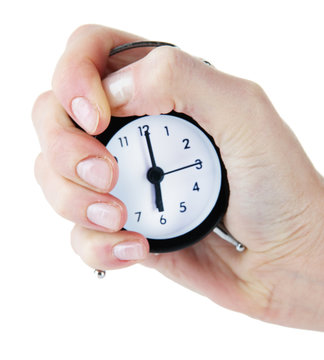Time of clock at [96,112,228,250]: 6:00
